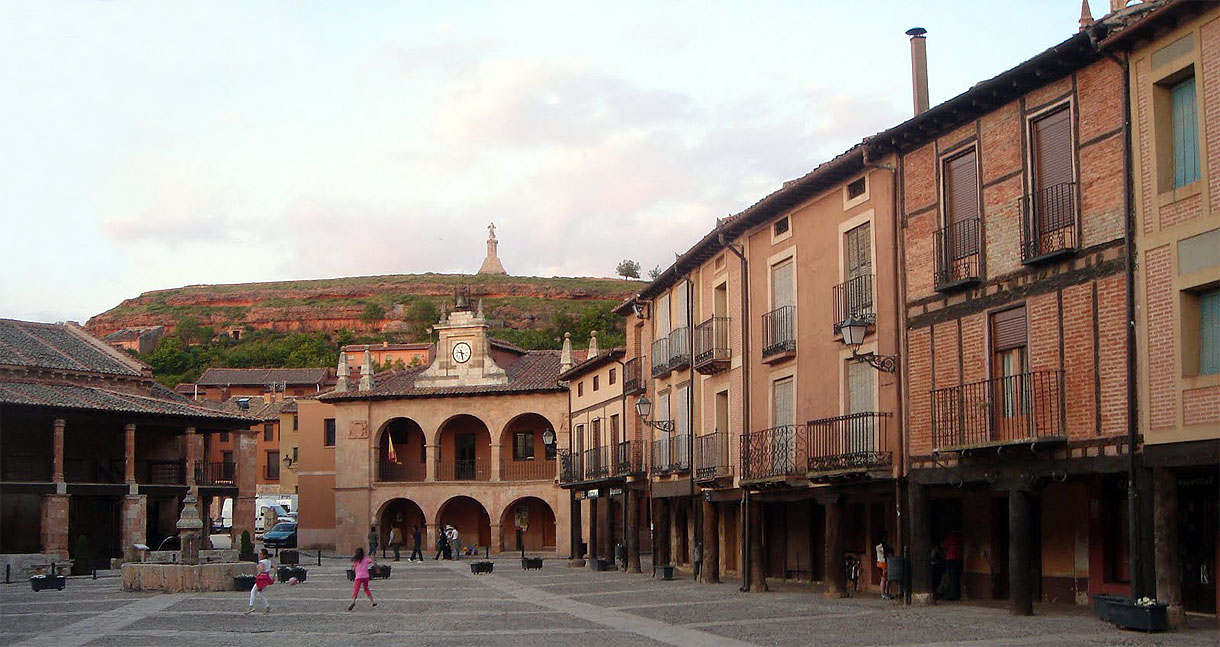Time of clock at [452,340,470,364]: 9:27
